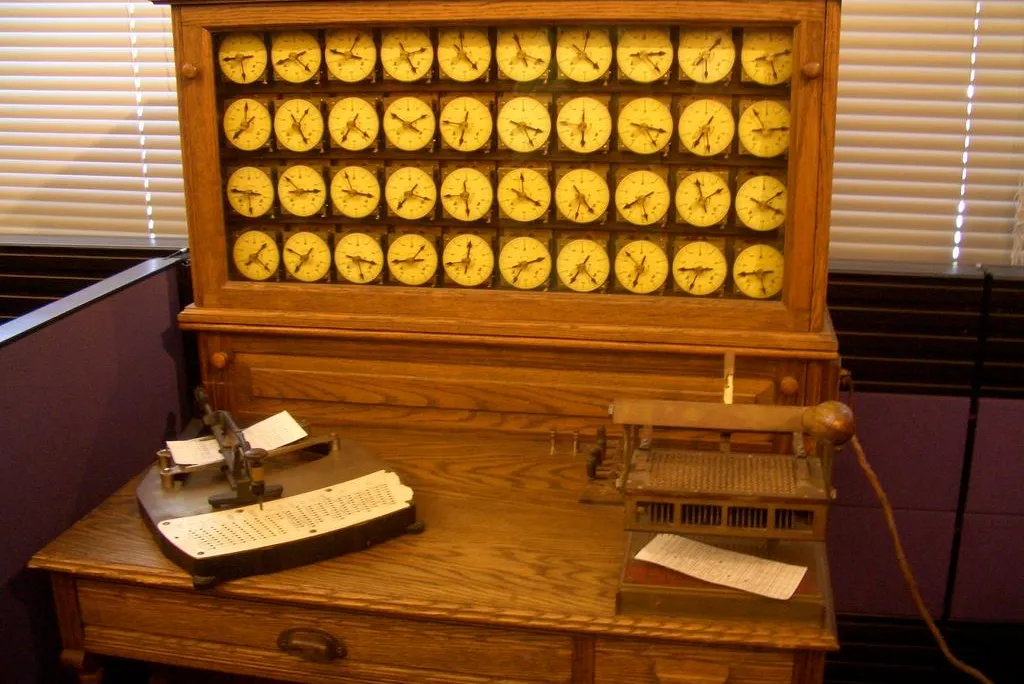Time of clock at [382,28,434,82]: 2:25
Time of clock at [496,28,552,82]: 11:18
